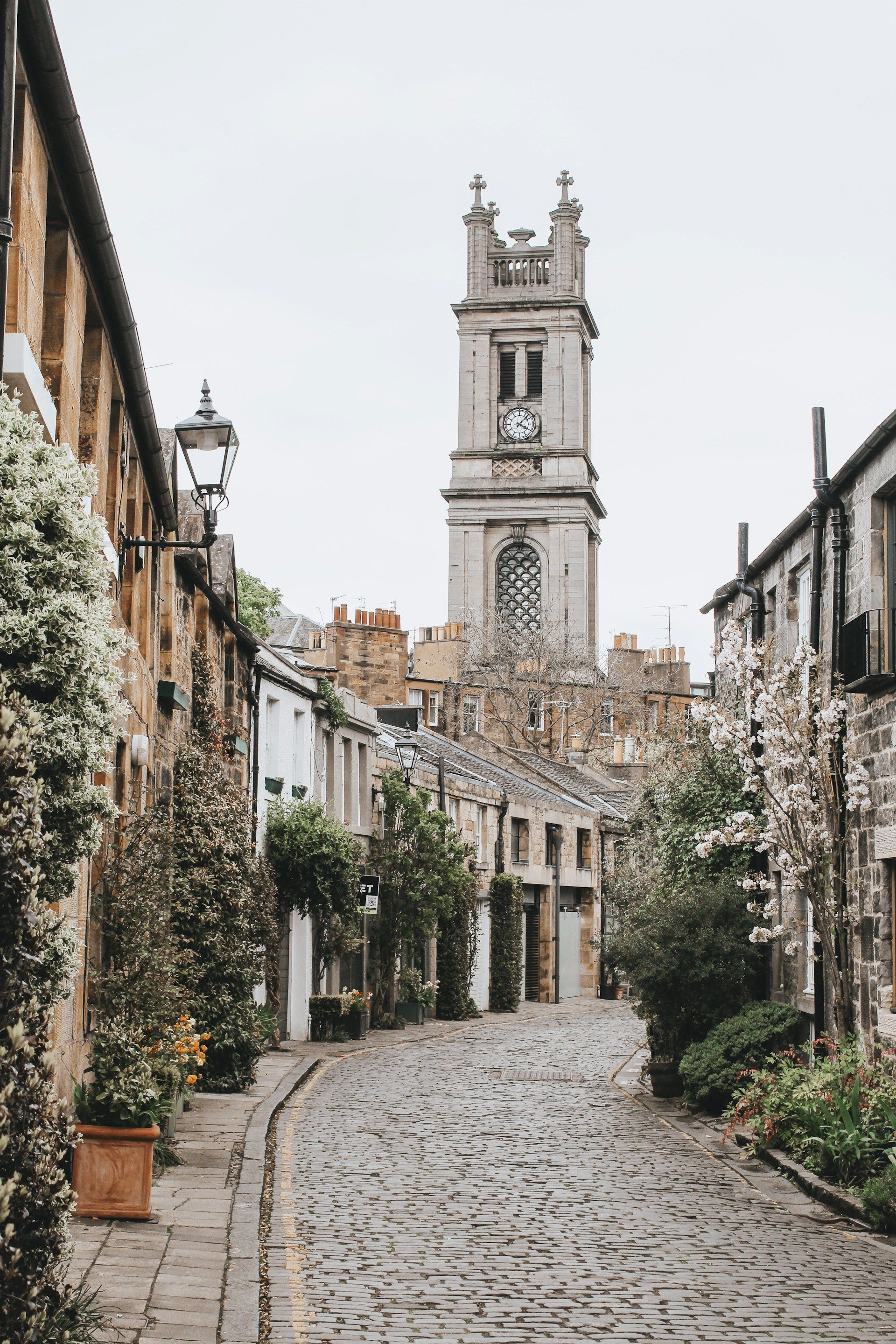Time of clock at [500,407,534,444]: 4:07
